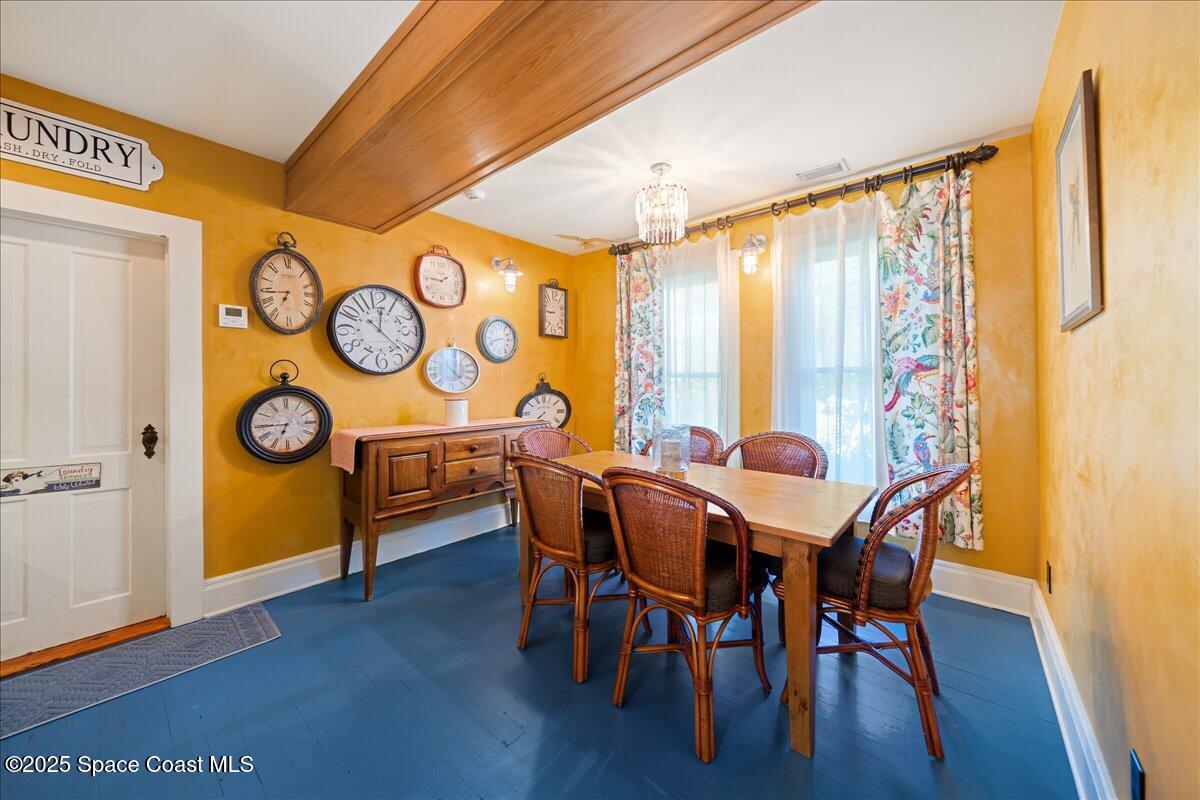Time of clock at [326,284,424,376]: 12:22
